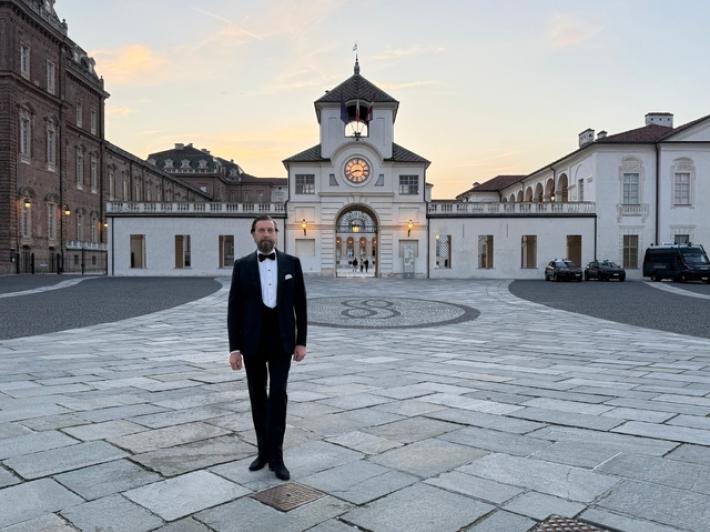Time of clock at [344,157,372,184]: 8:15
